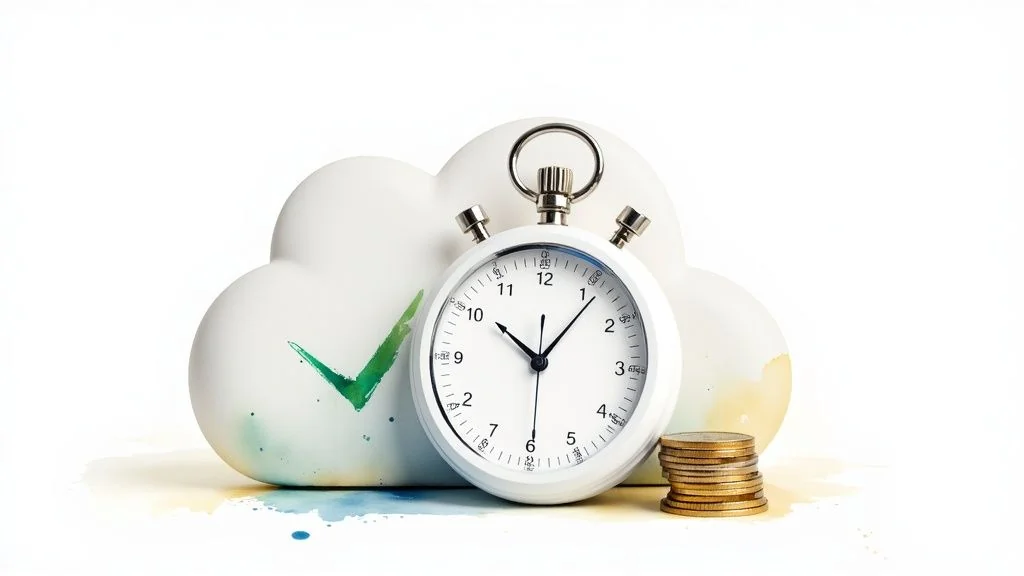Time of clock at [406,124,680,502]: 10:06
